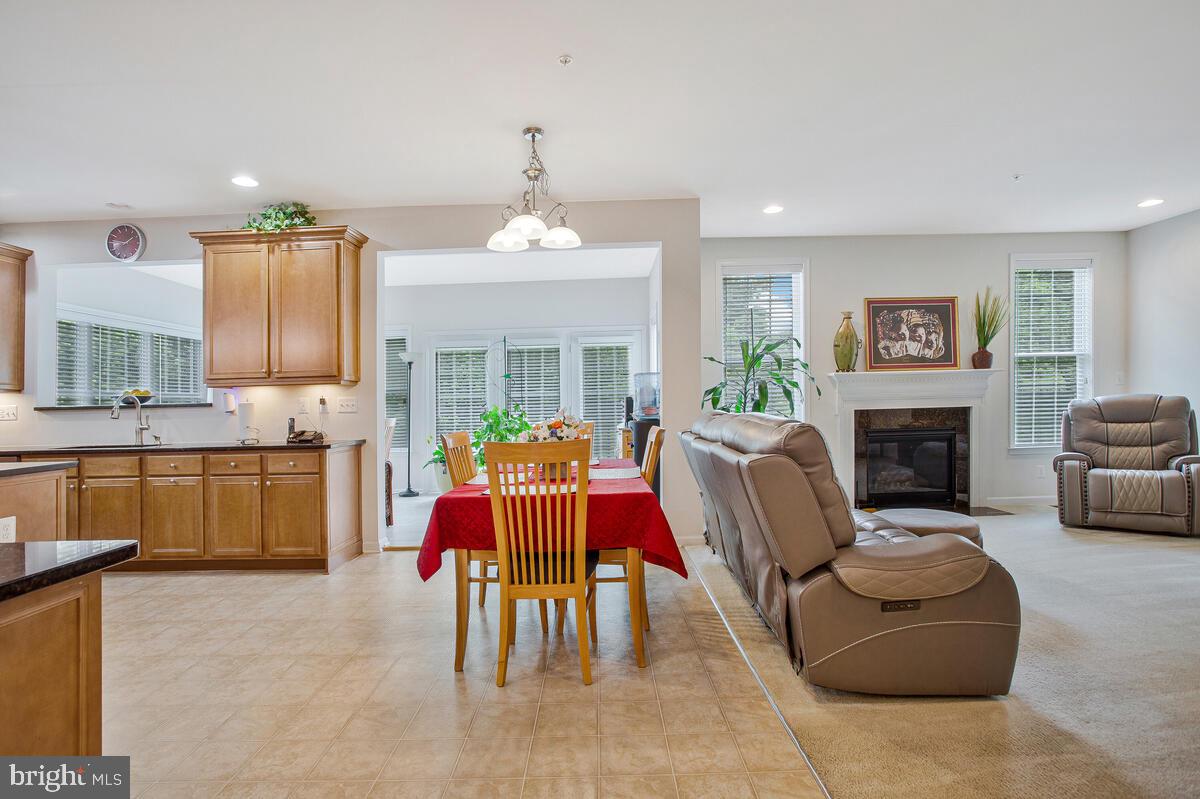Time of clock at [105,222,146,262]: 1:47
